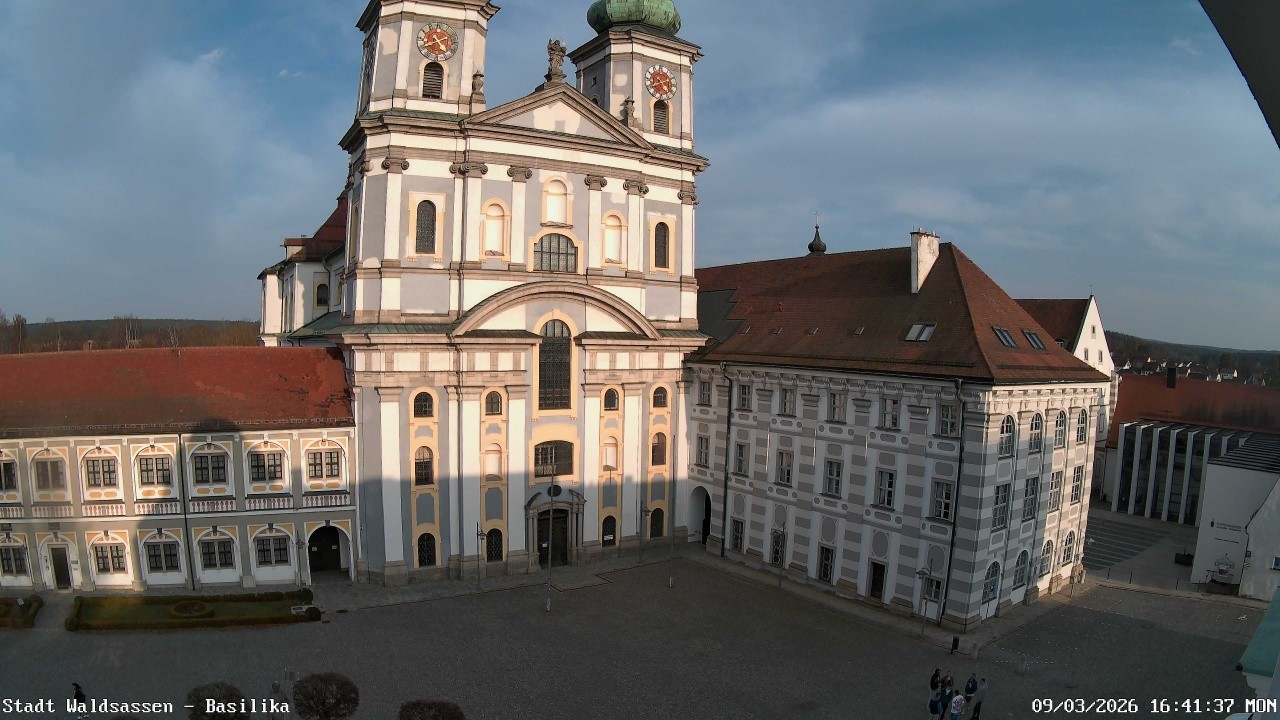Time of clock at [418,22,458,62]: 4:40
